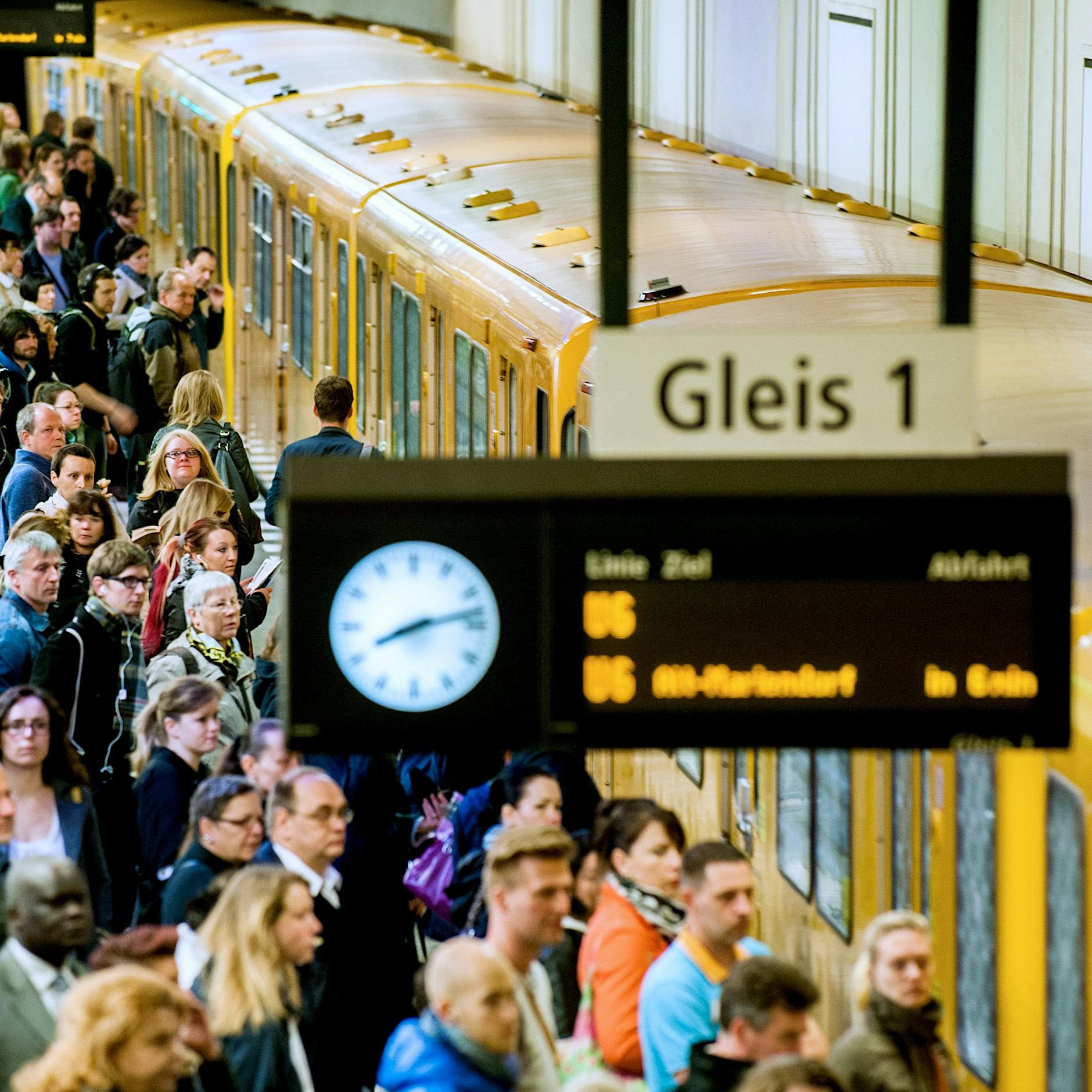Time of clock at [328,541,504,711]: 8:12
